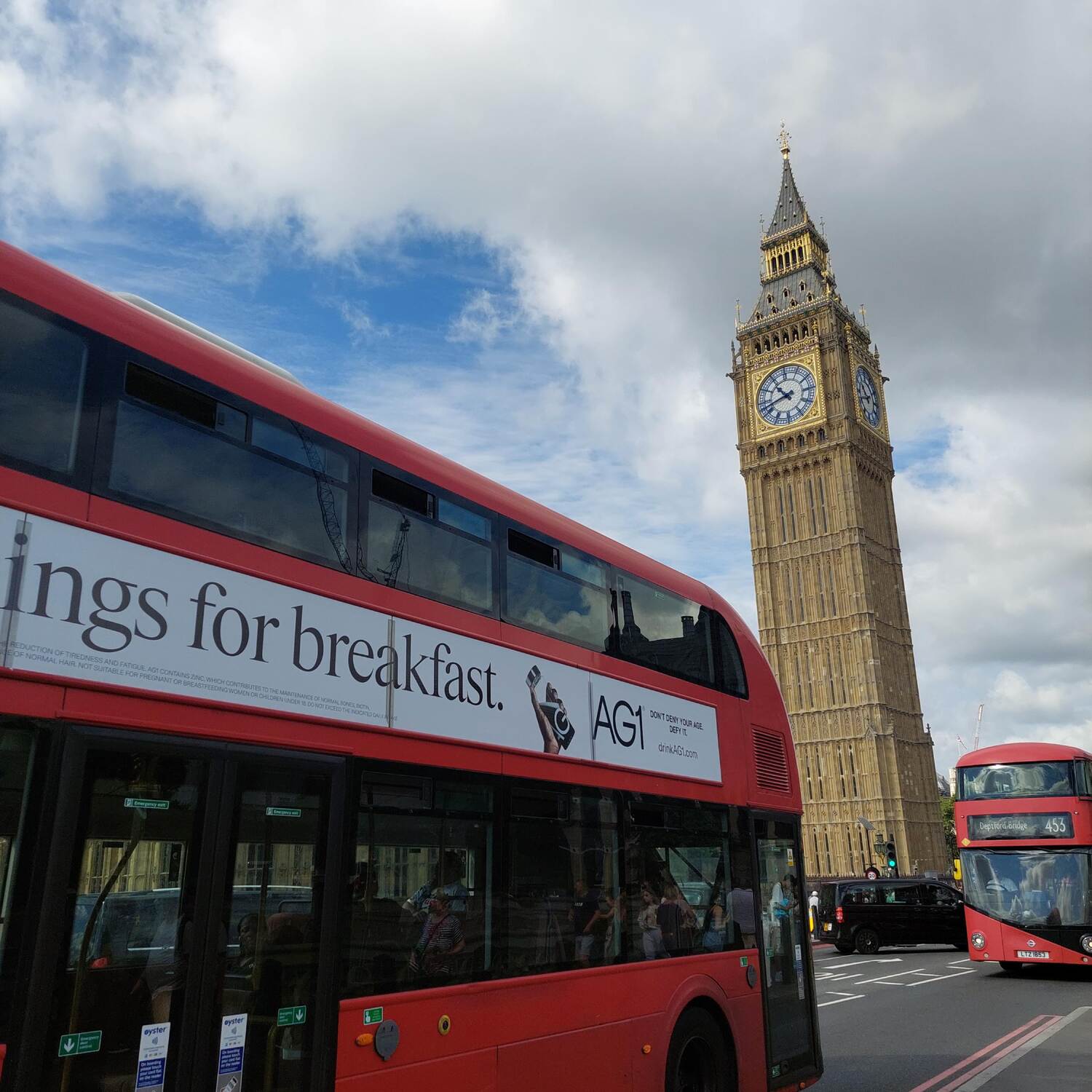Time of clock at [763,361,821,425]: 10:42
